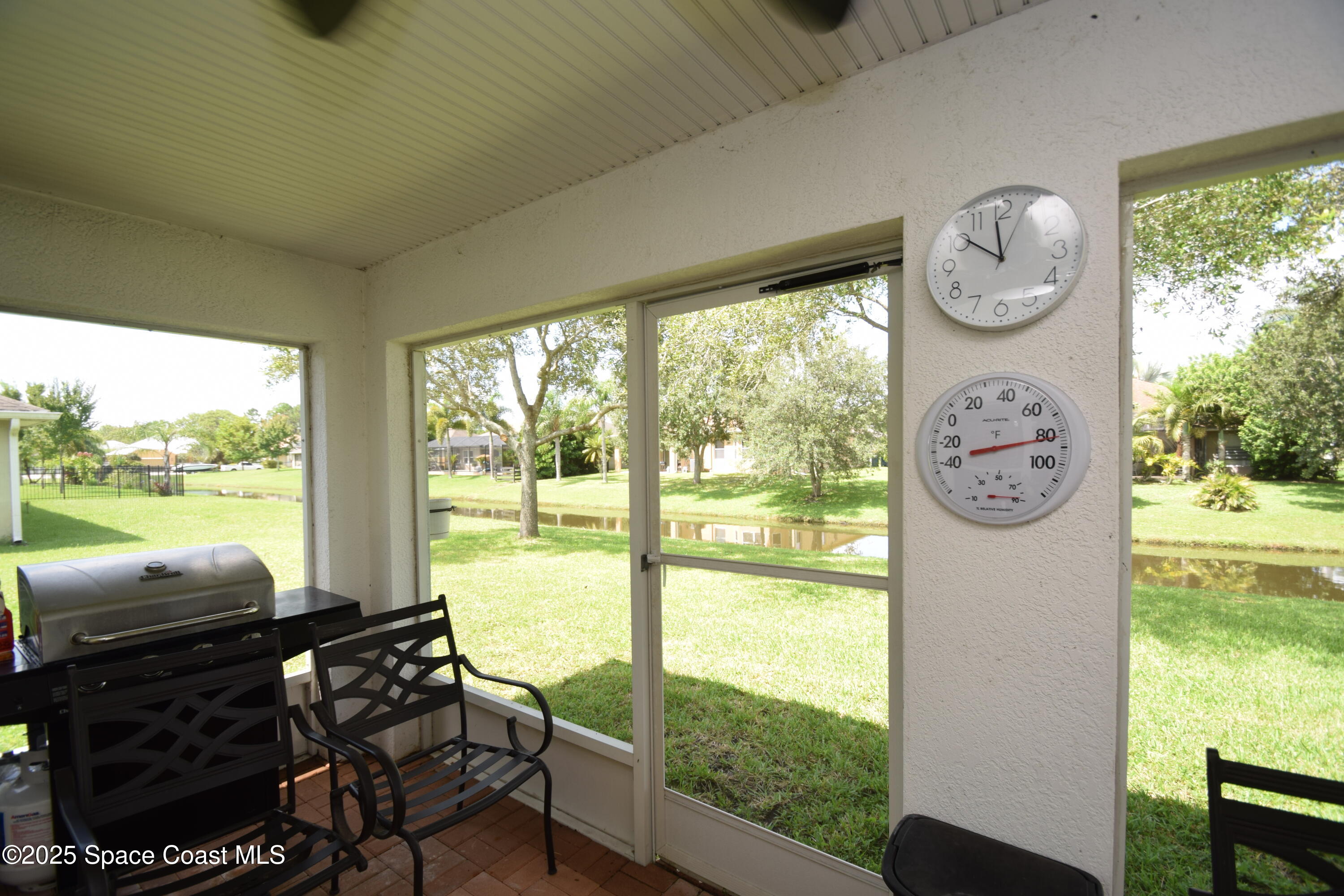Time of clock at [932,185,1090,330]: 11:50
